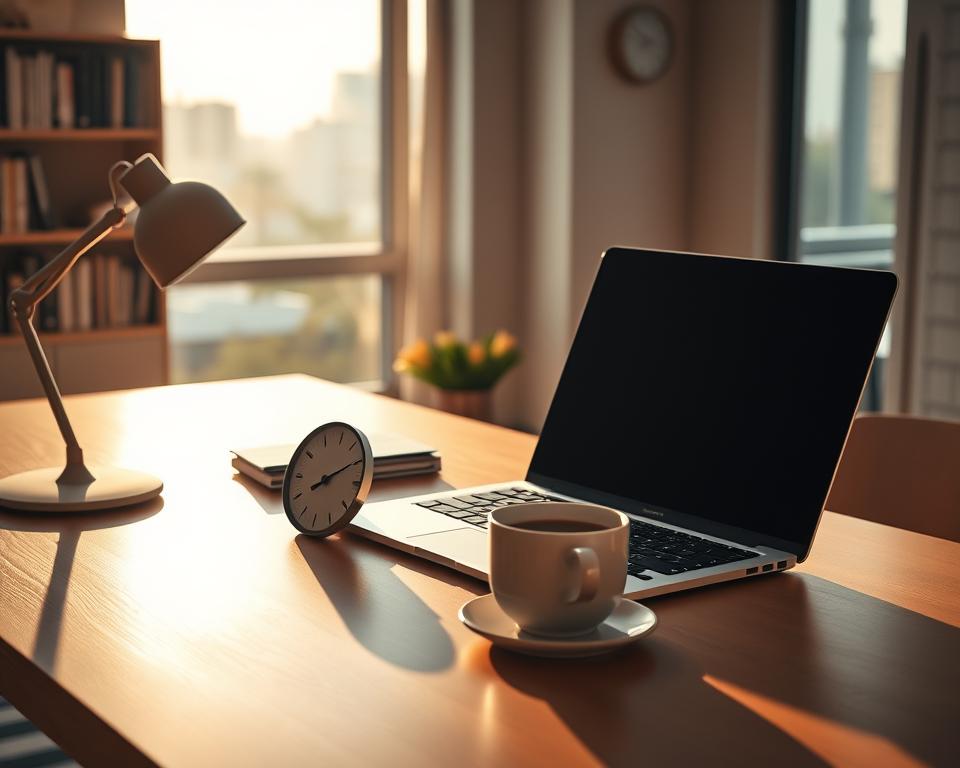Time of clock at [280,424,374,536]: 8:14
